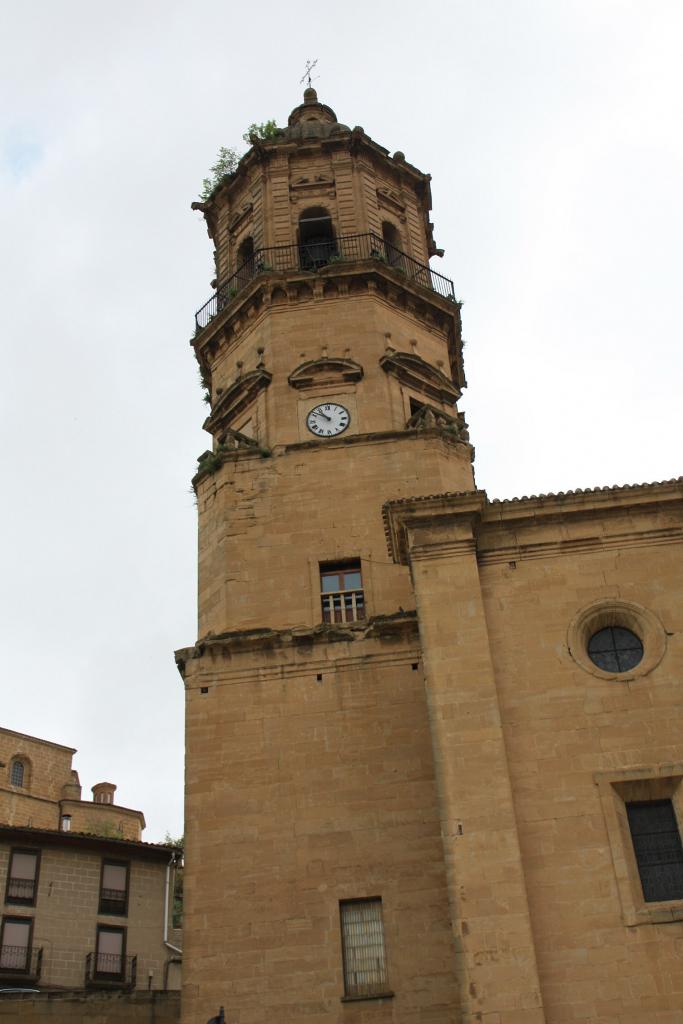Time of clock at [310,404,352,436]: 10:51
